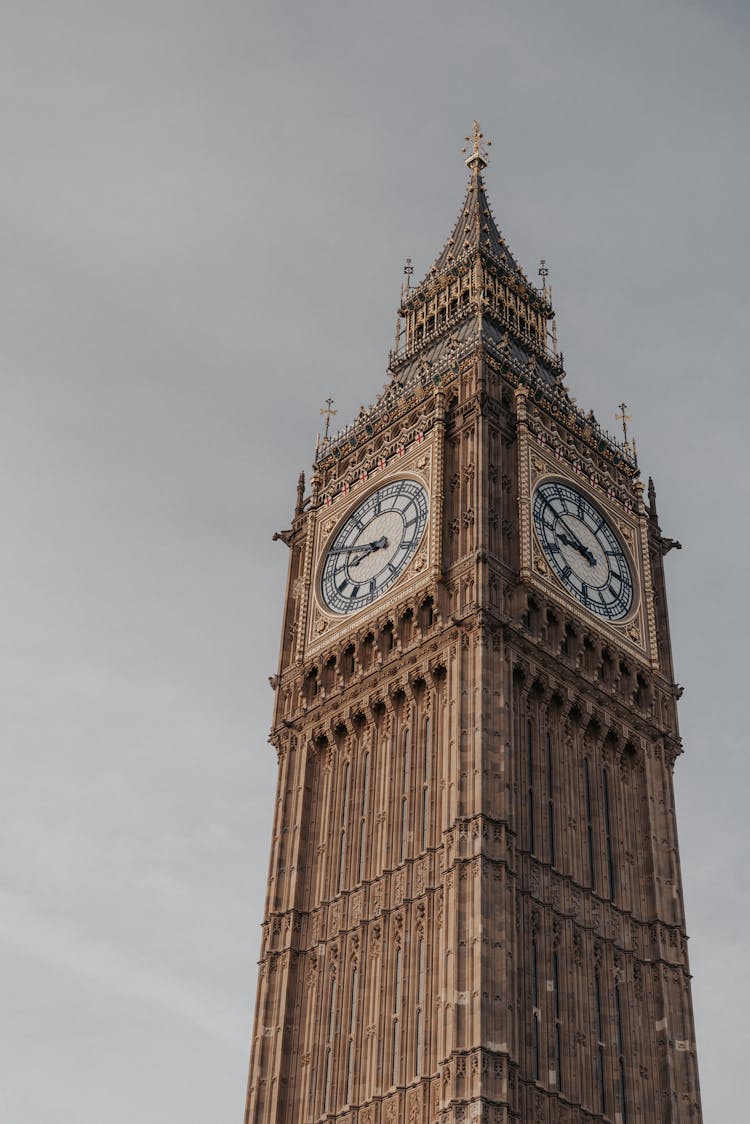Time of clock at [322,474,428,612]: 8:49
